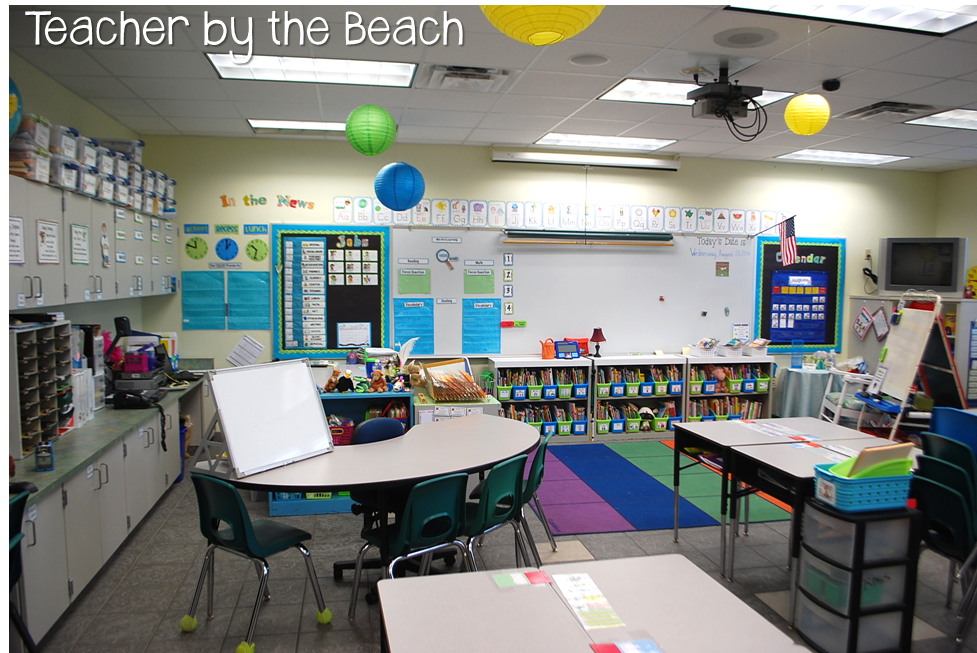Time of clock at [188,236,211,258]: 11:47
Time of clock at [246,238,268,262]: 10:32
